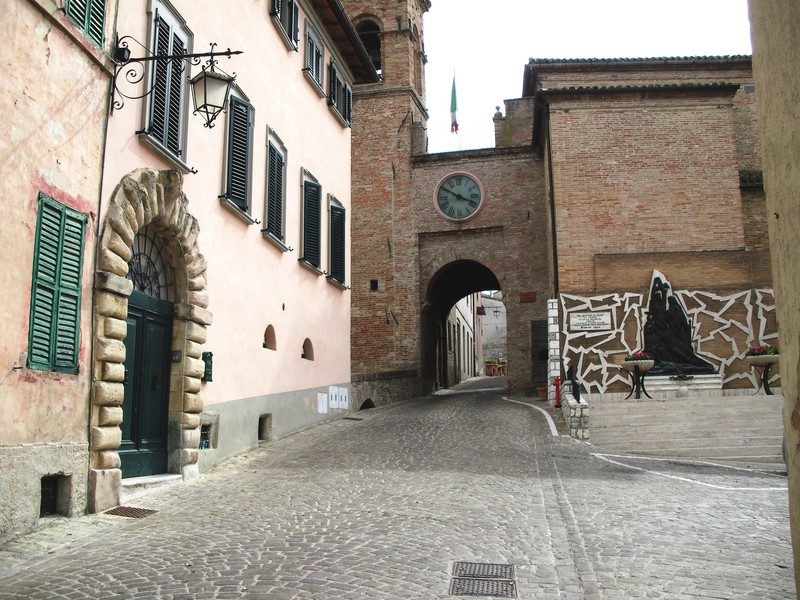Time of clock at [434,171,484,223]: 3:50
